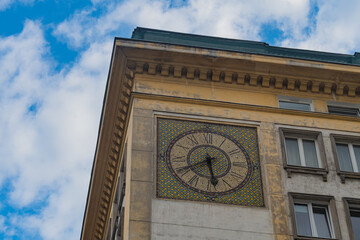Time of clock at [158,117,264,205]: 5:40
